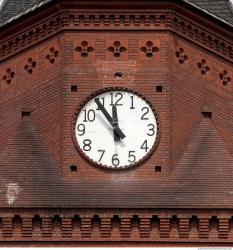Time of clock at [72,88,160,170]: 11:54
